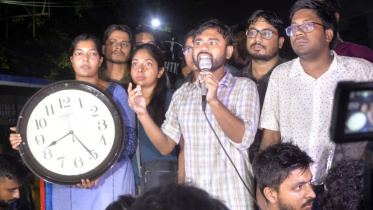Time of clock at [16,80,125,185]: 8:25
